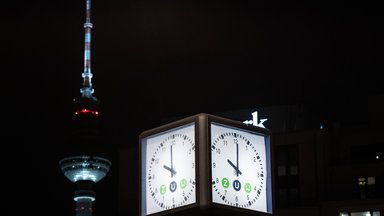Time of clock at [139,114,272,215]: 10:00
